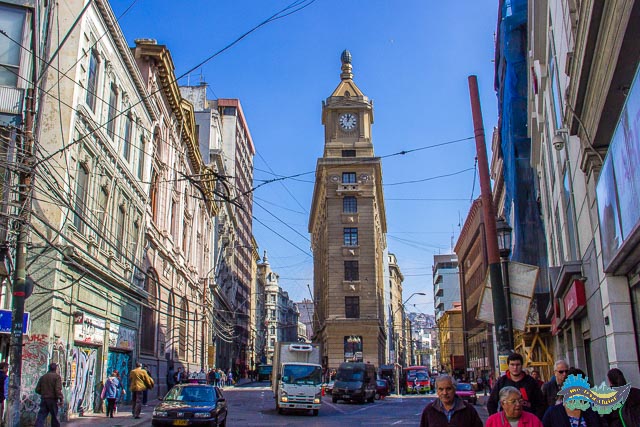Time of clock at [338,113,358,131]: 12:04
